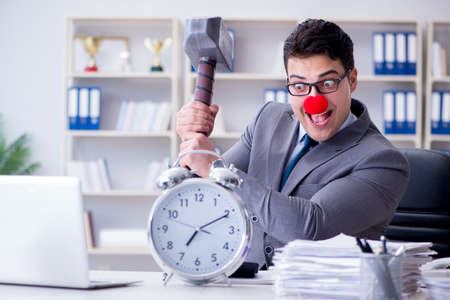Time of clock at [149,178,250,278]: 7:10
